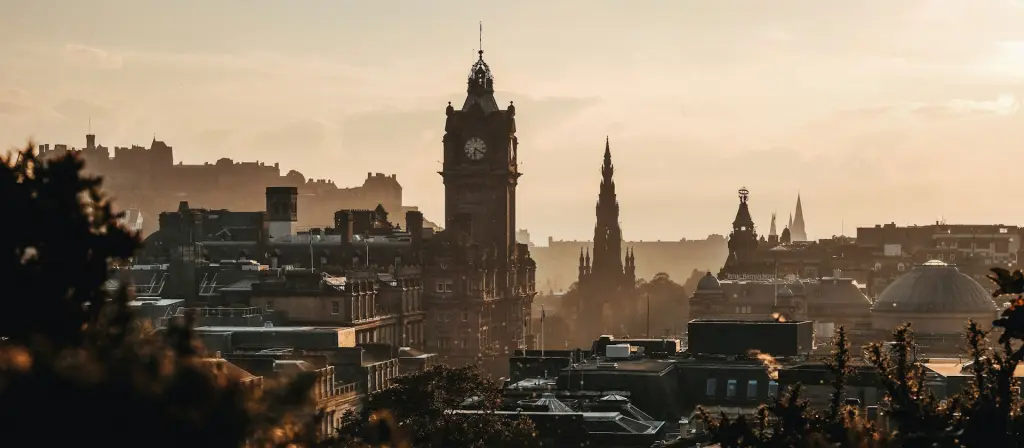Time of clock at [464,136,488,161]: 6:21
